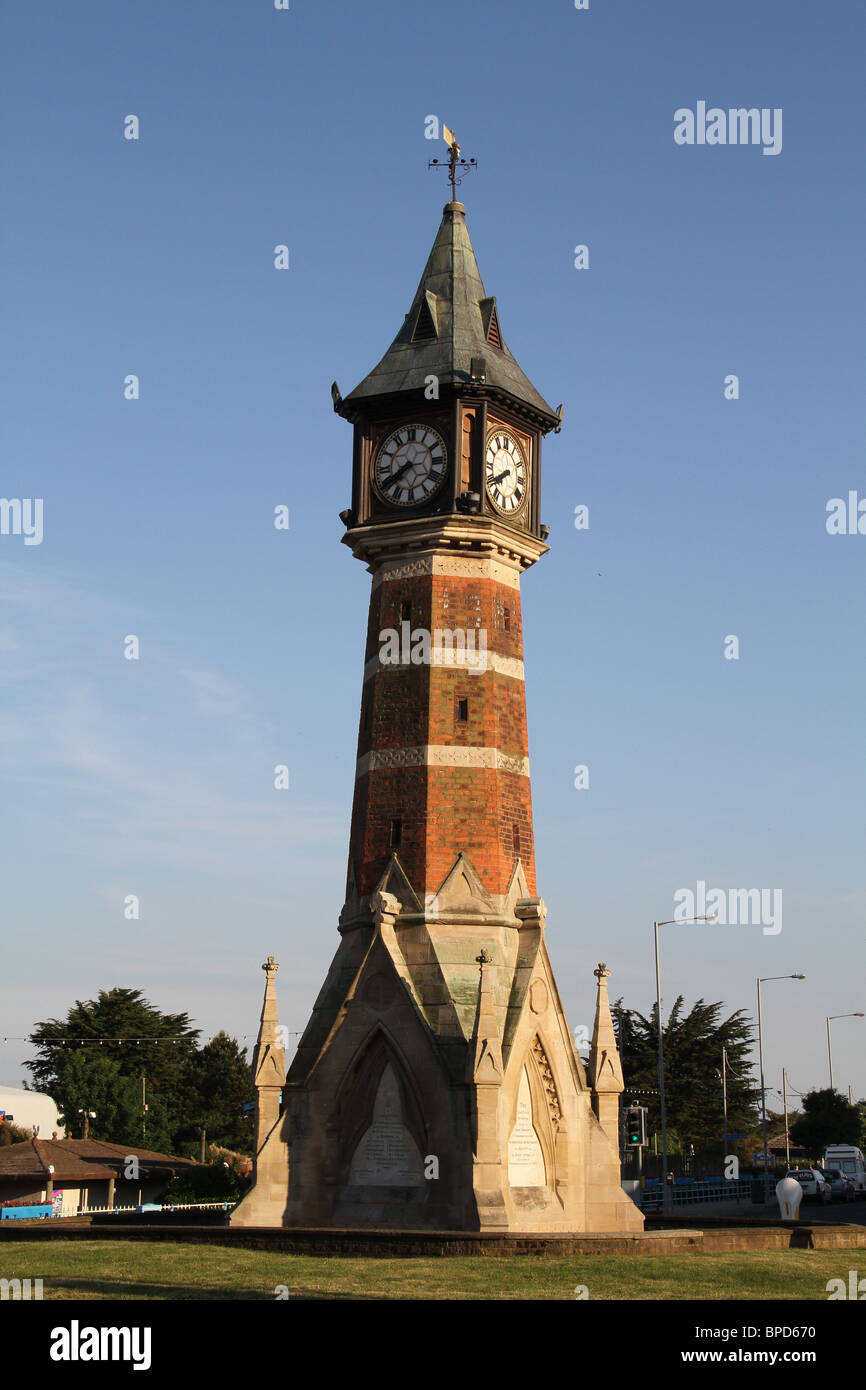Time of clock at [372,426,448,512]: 7:40
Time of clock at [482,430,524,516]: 7:40
